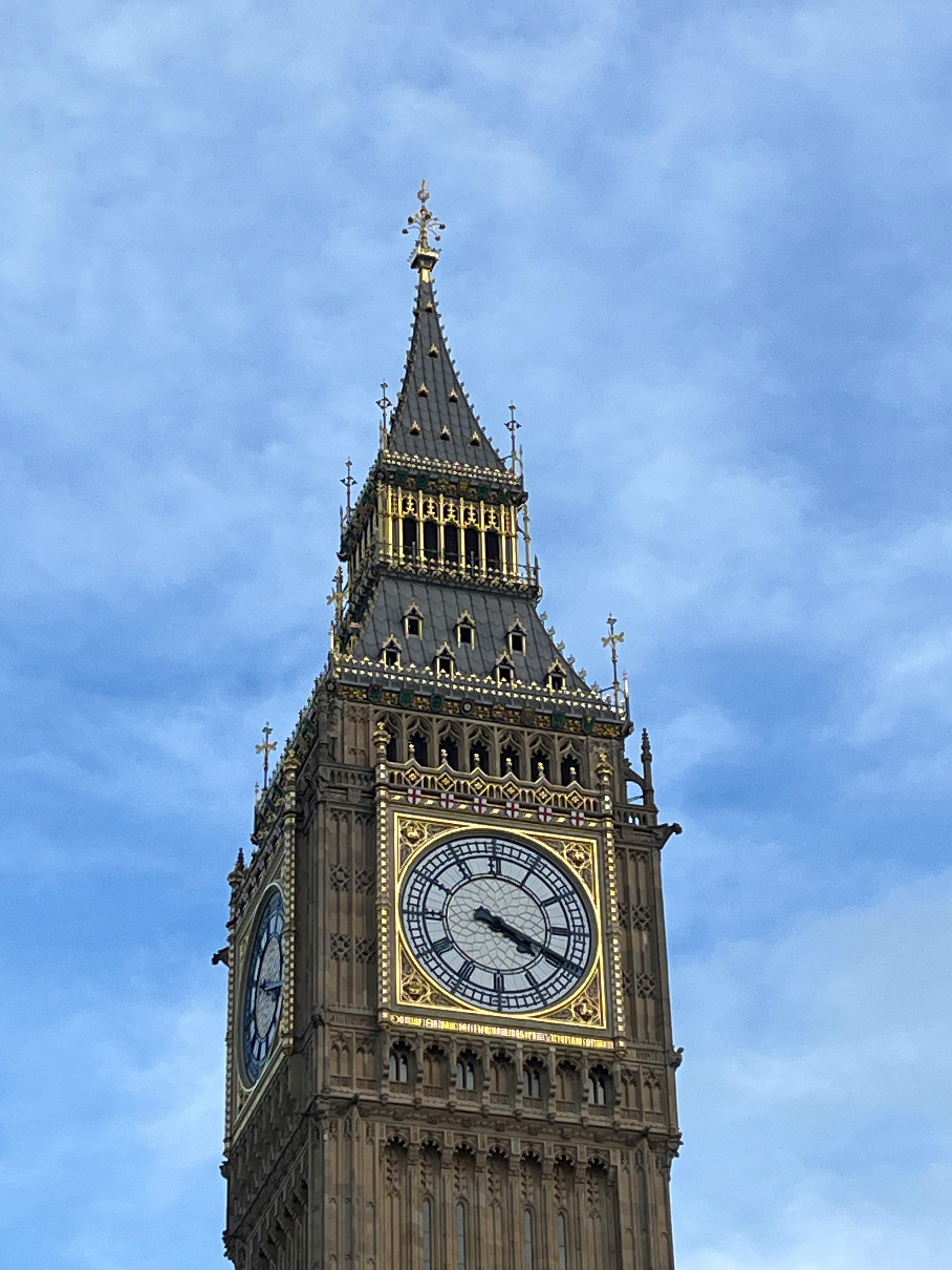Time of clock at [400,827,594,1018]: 4:18
